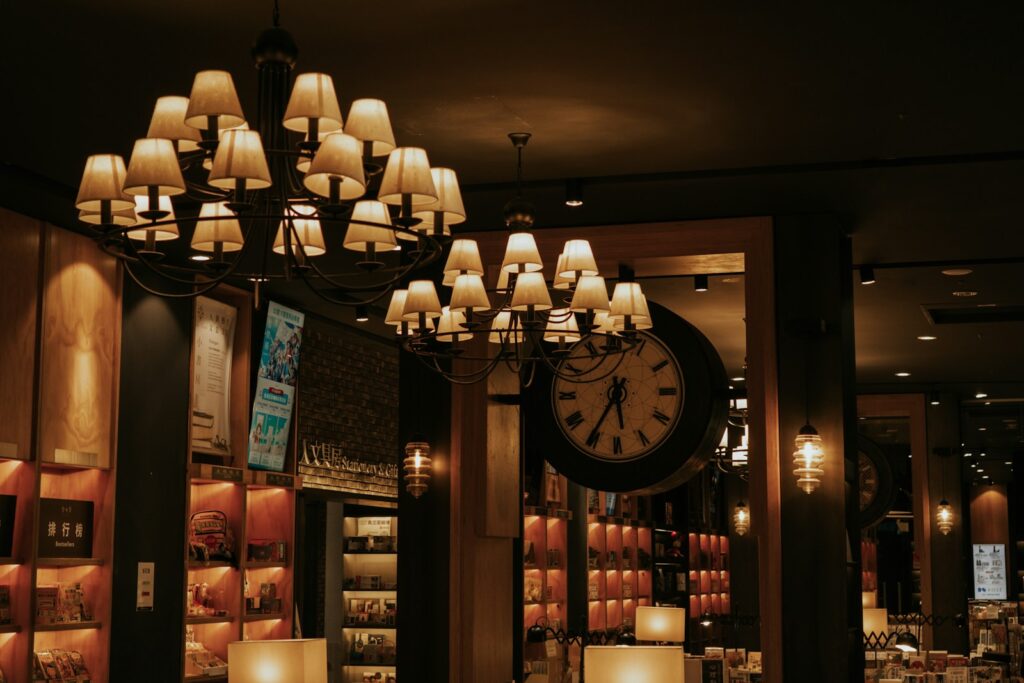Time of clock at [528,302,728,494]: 5:35
